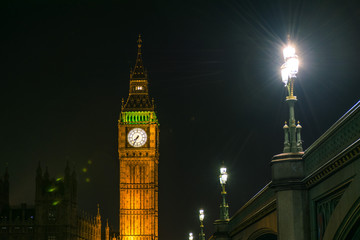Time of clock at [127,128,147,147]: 7:34
